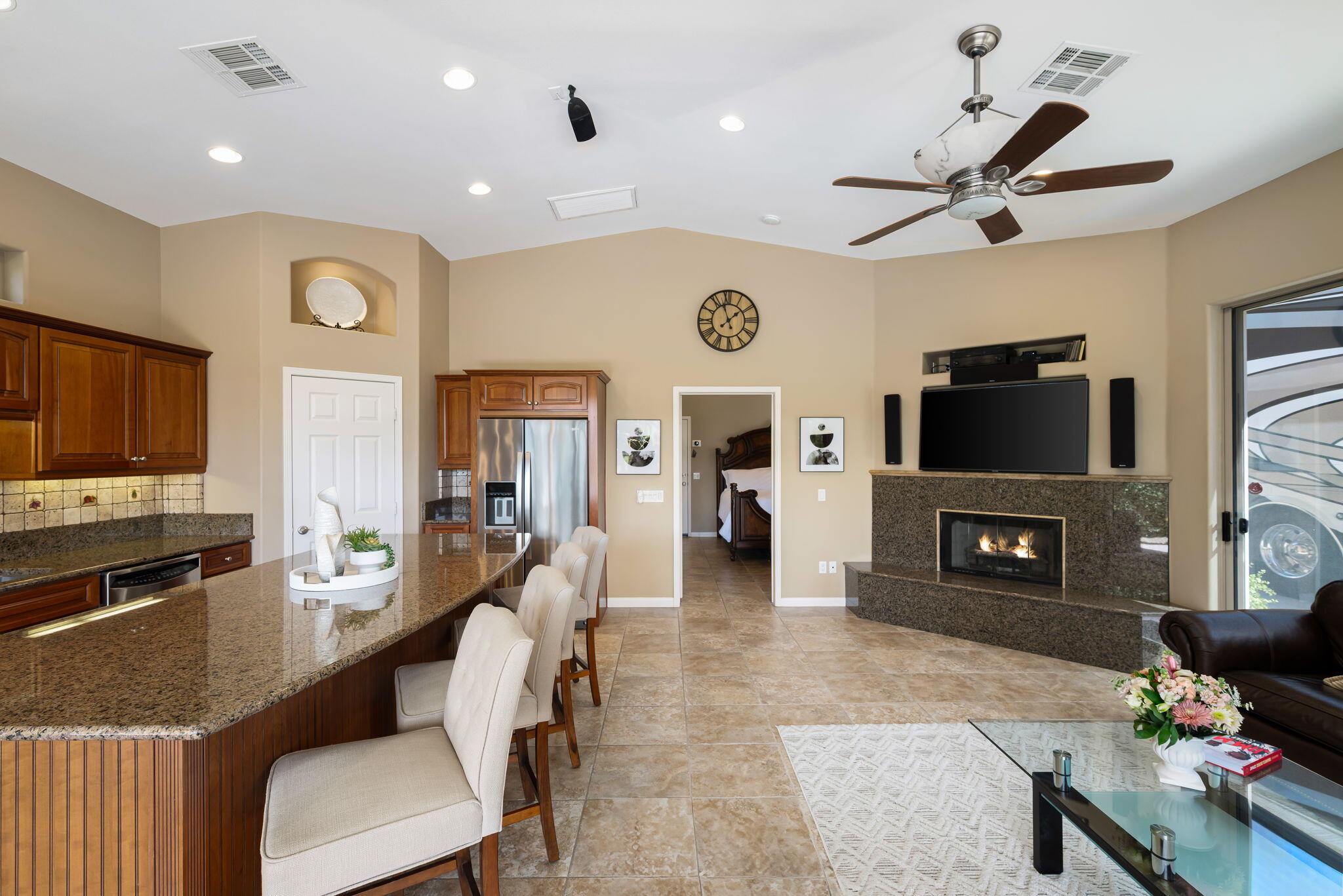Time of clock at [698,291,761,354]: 1:57
